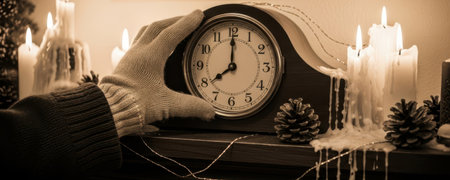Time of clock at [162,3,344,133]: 8:00
